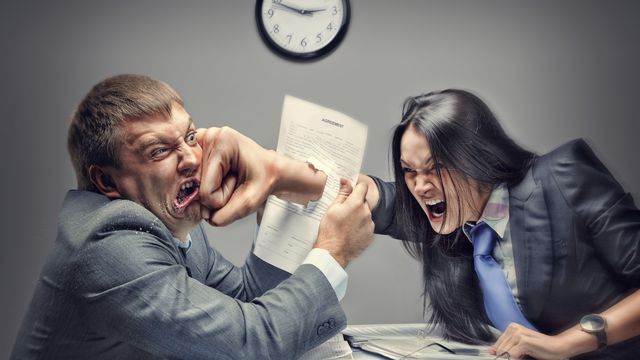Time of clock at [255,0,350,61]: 2:48
